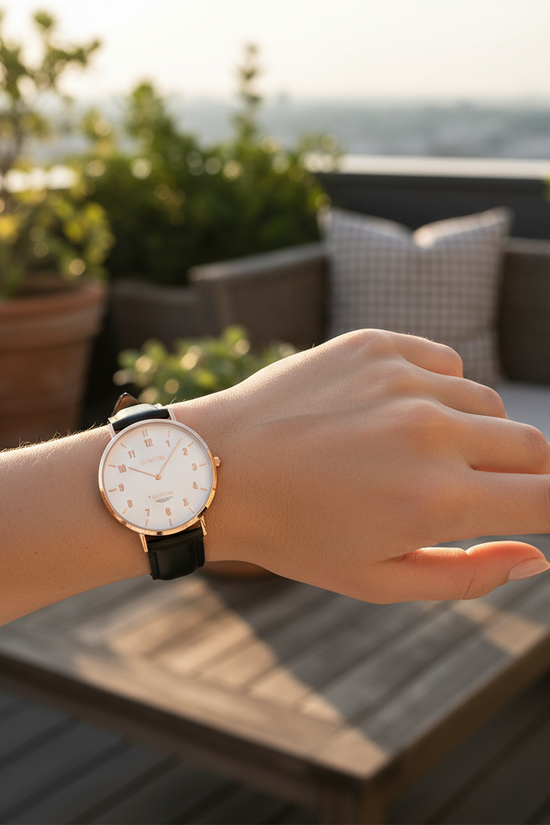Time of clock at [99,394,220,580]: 10:07
